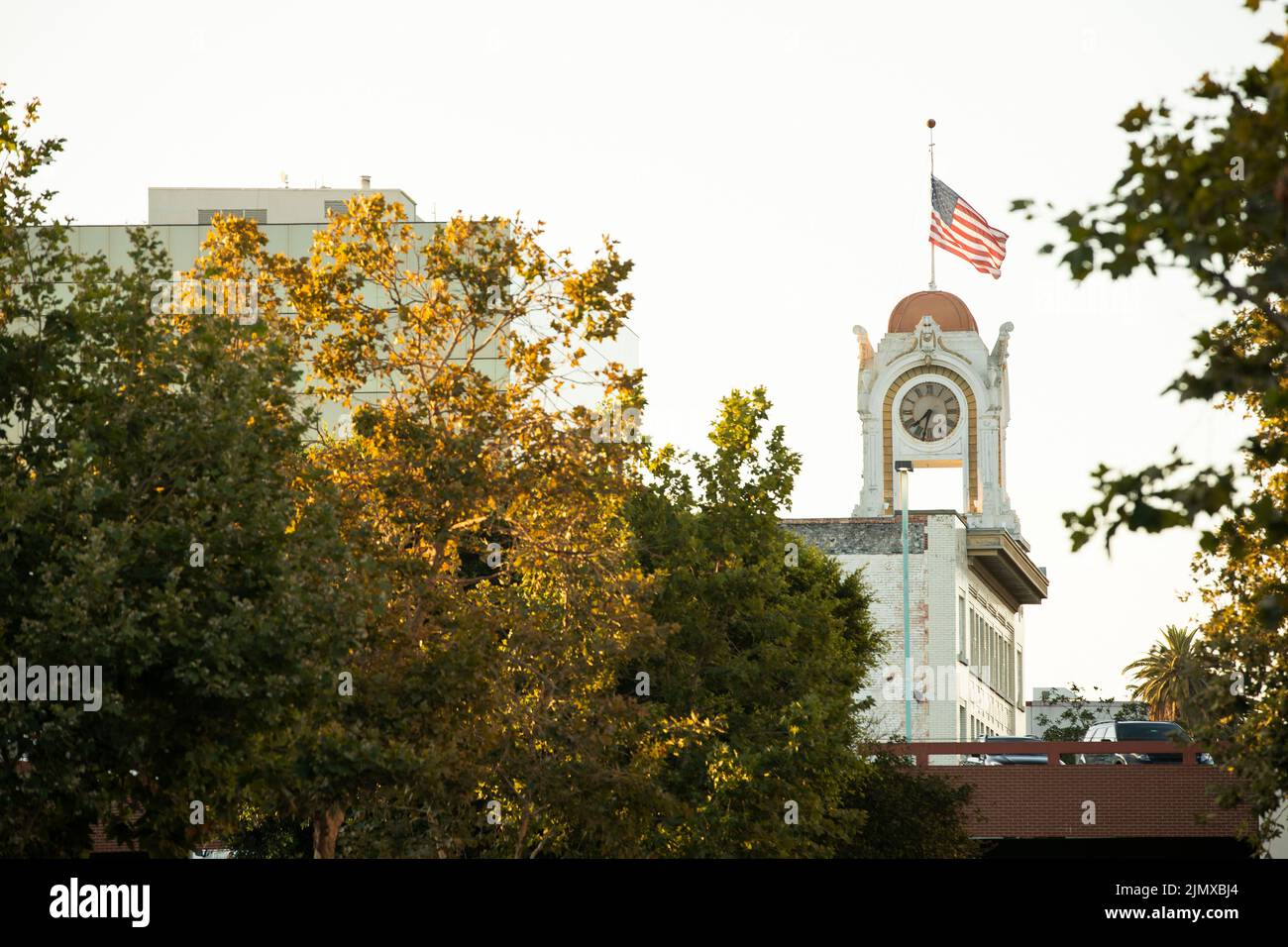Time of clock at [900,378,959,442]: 7:32
